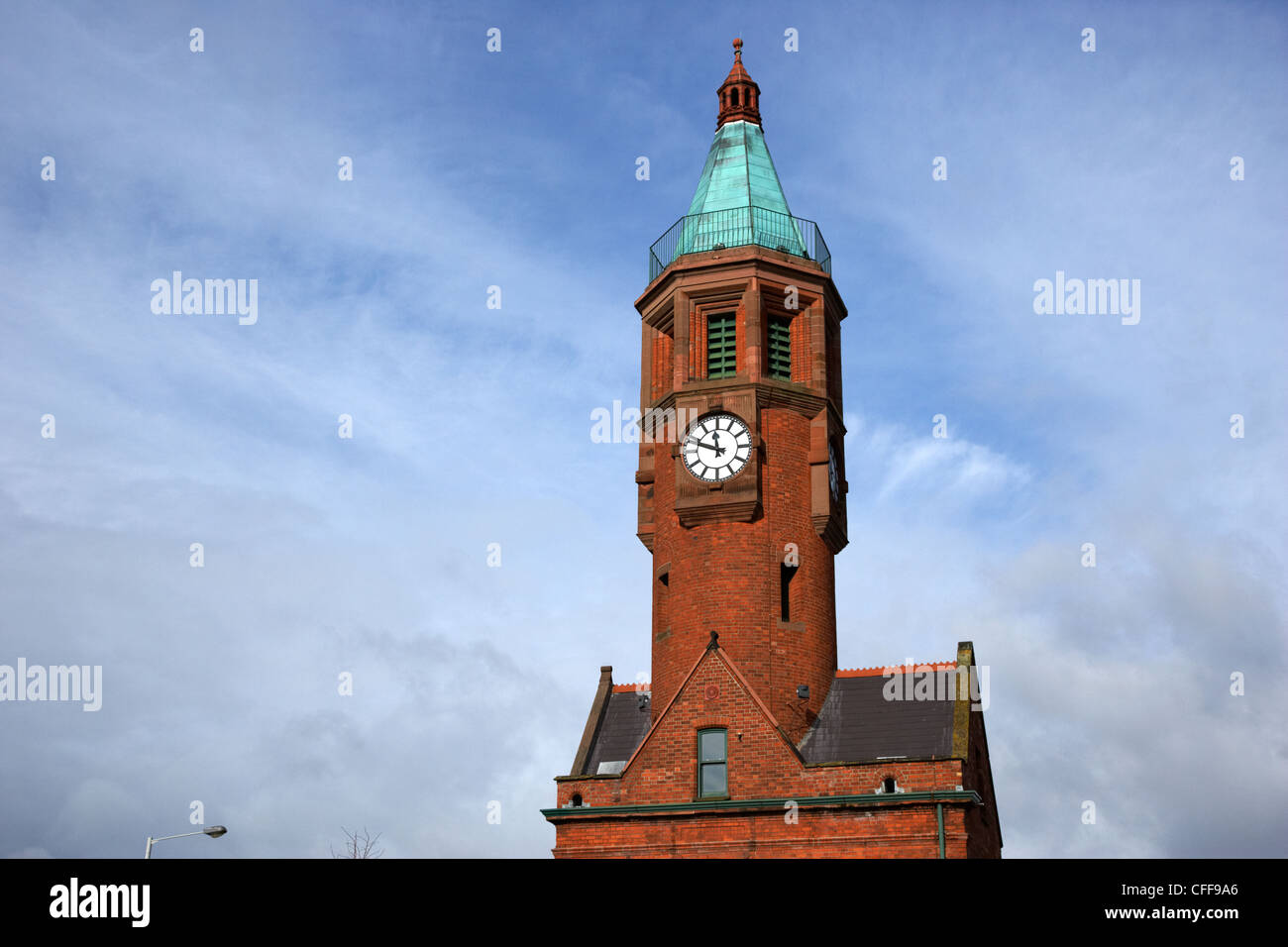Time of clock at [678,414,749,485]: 11:47
